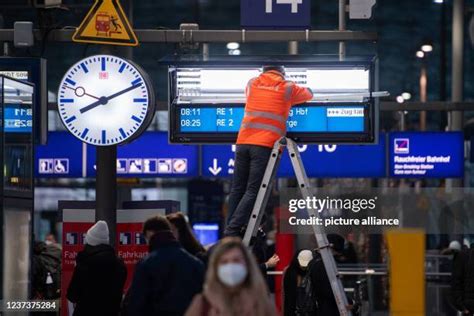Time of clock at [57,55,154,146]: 8:11
